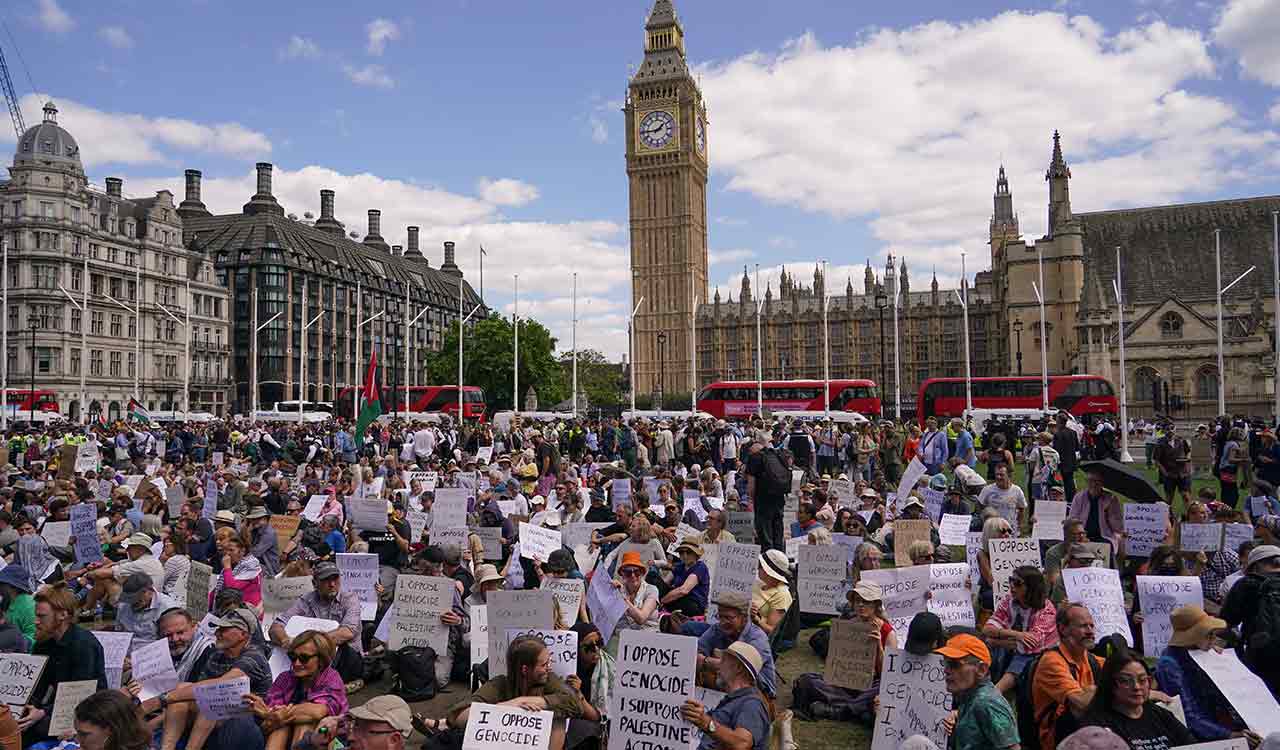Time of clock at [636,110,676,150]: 1:44
